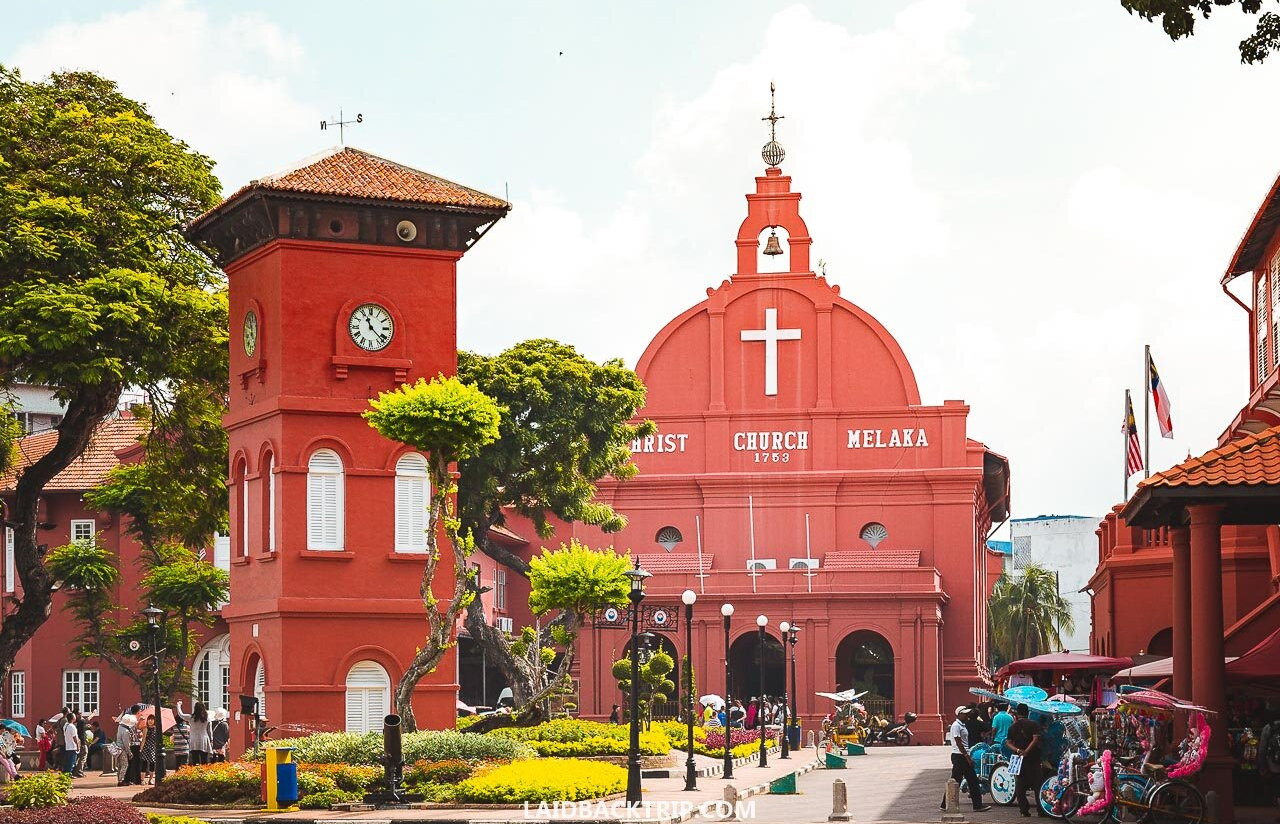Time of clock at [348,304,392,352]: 11:22
